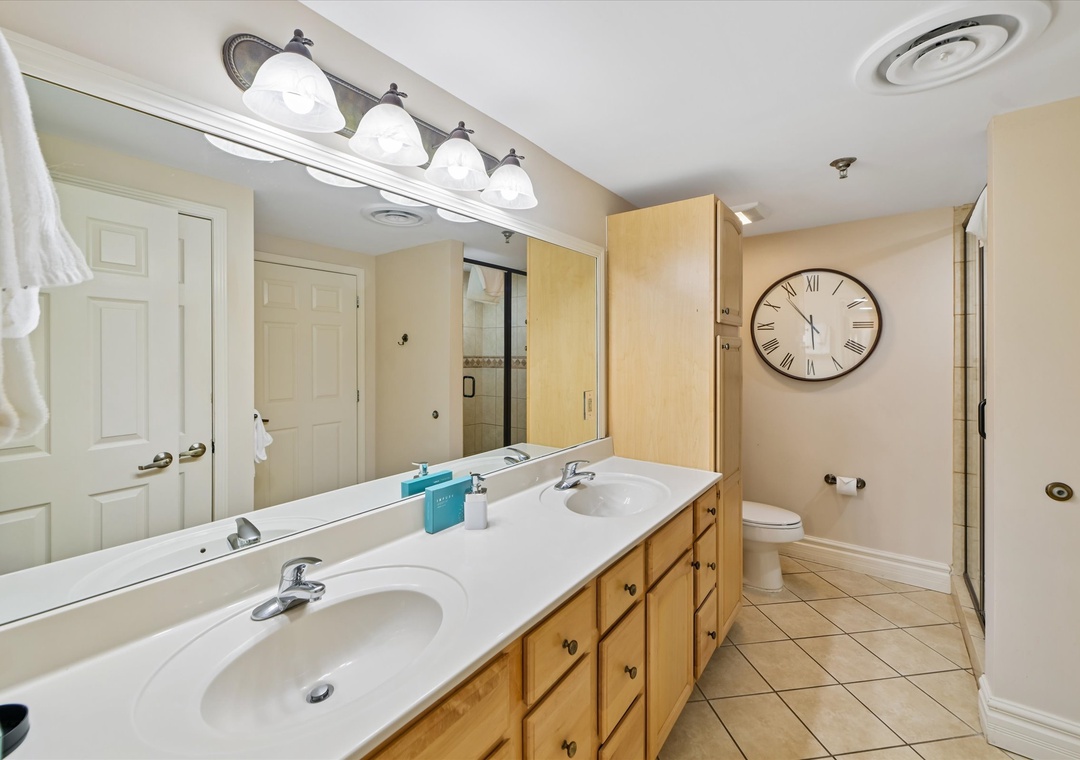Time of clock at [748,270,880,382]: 5:53
